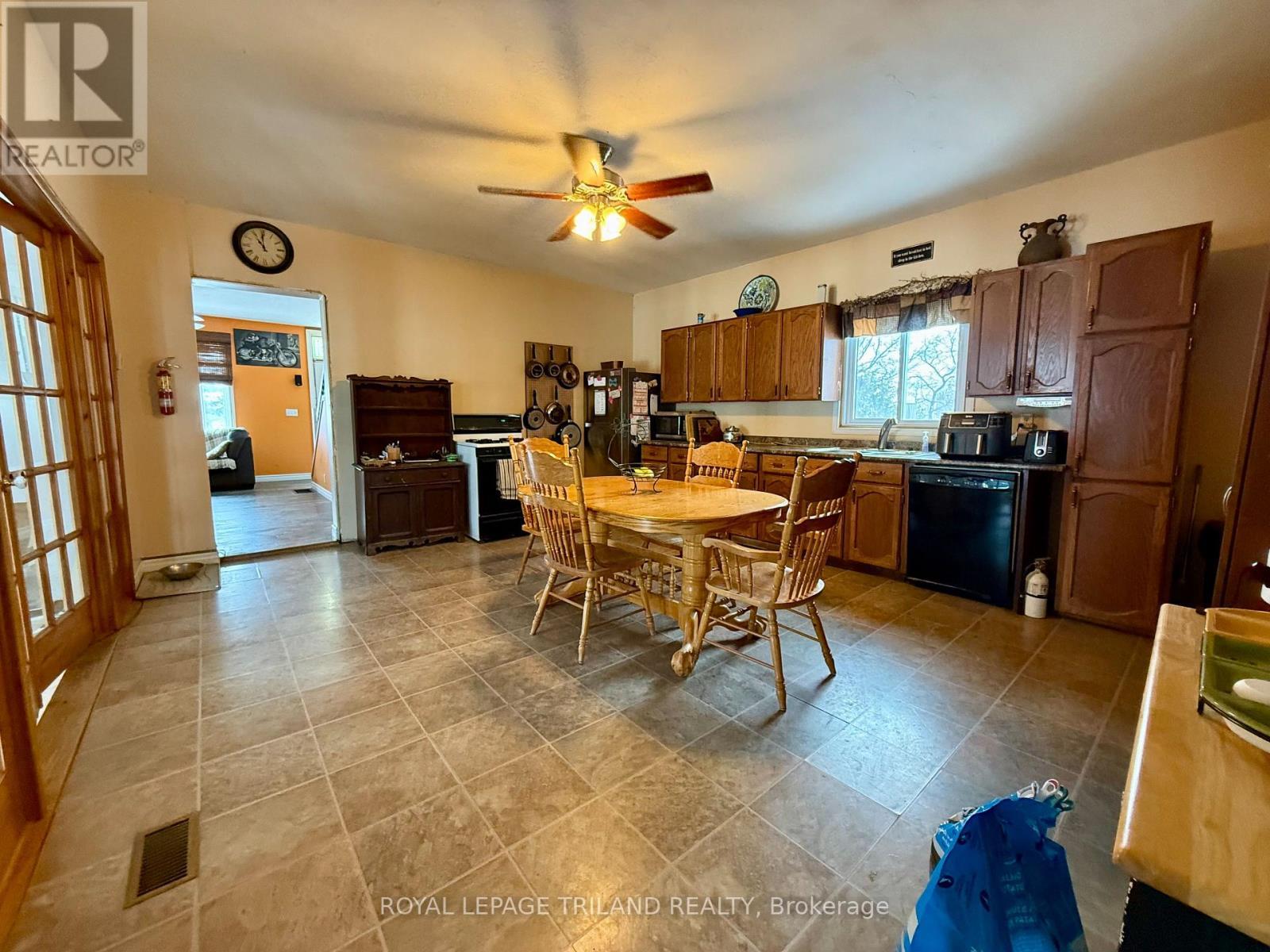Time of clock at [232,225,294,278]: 10:59
